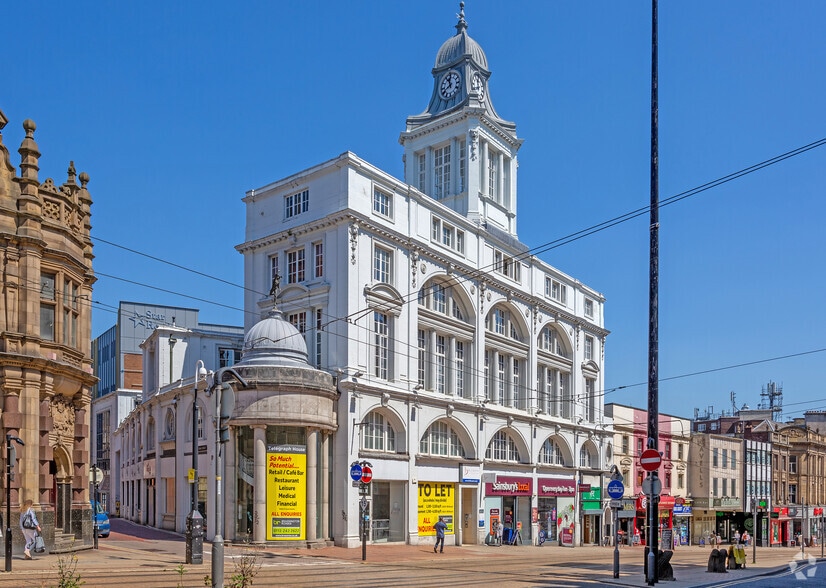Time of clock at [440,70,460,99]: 11:40
